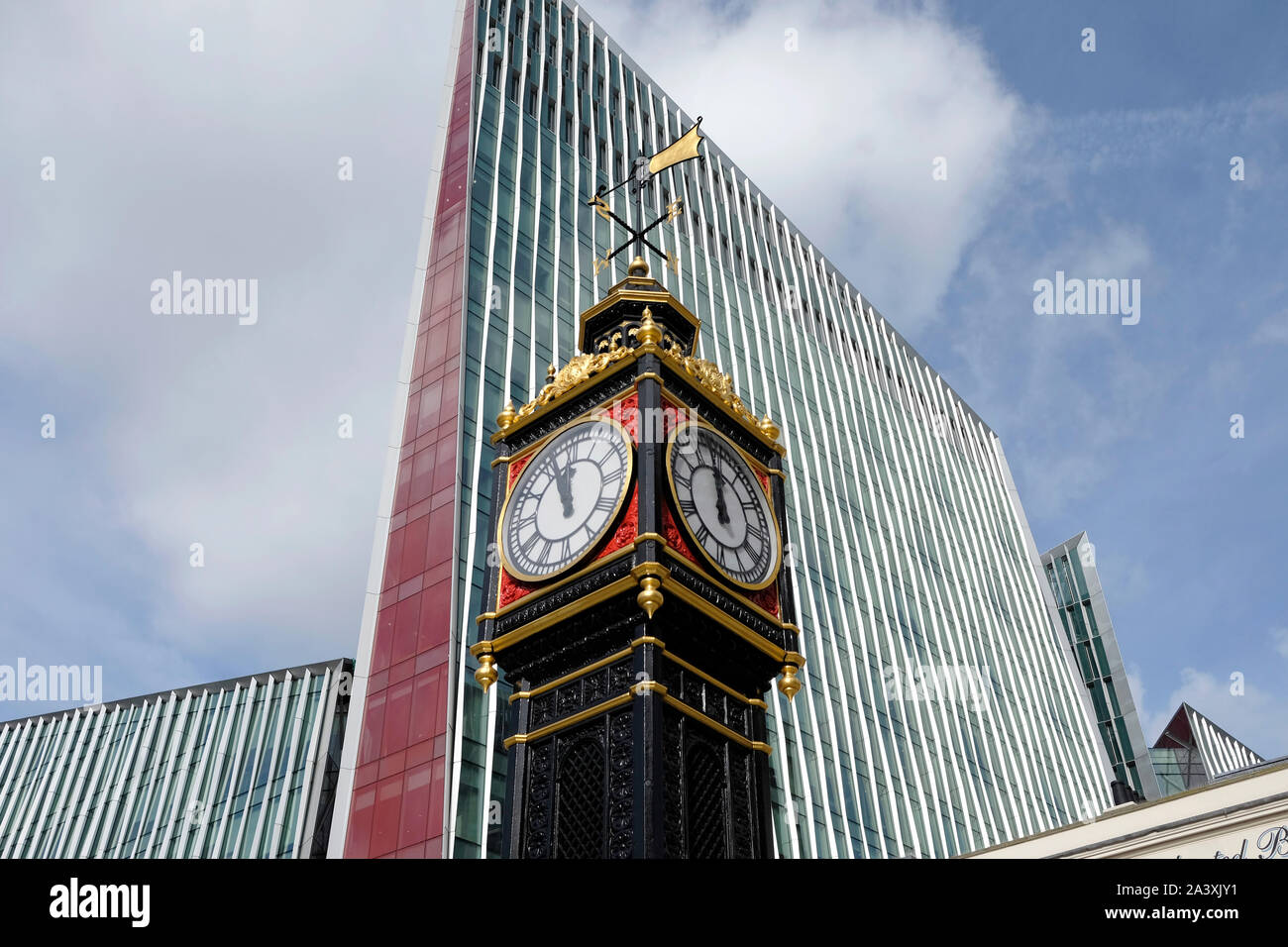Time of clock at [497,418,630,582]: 11:56
